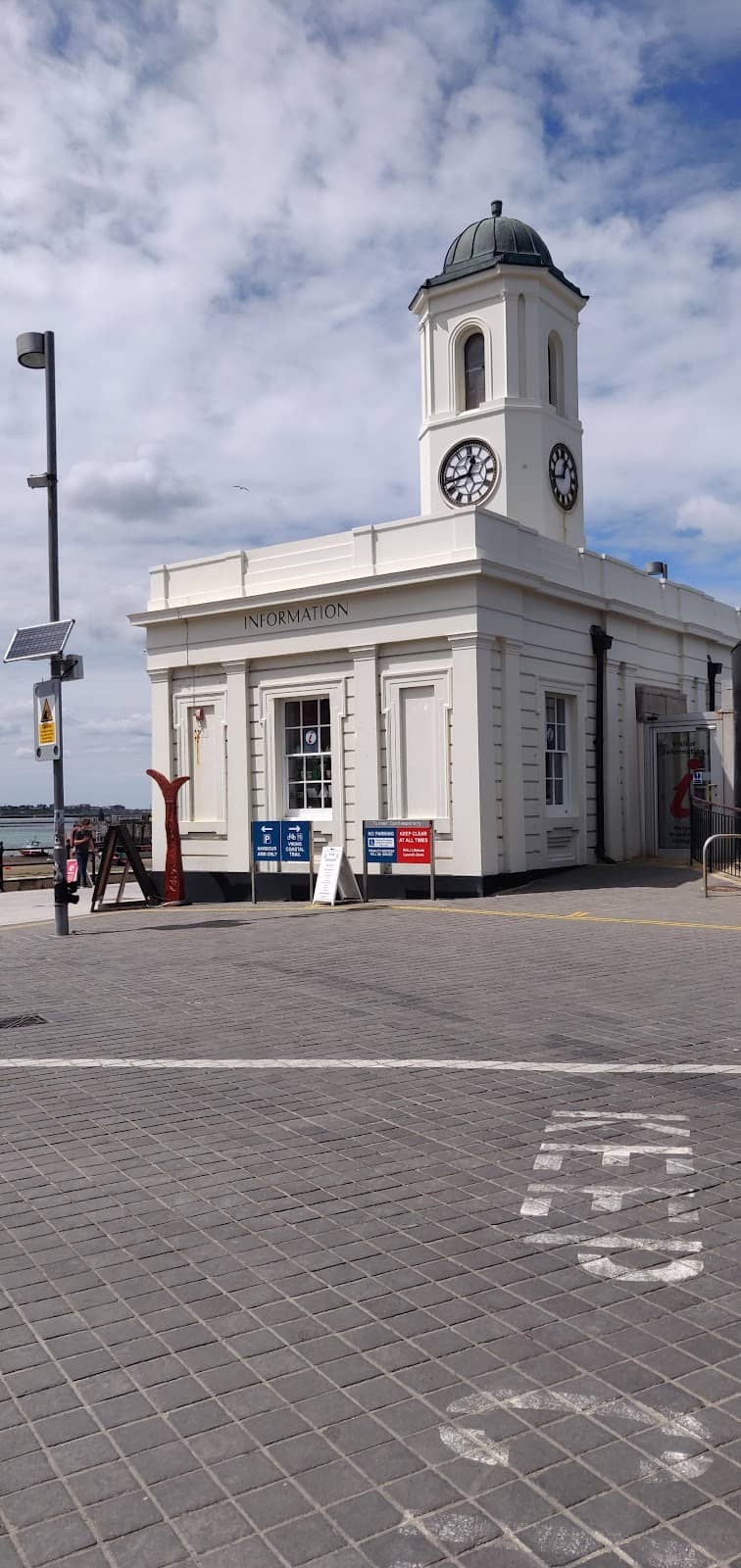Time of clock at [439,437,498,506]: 12:43
